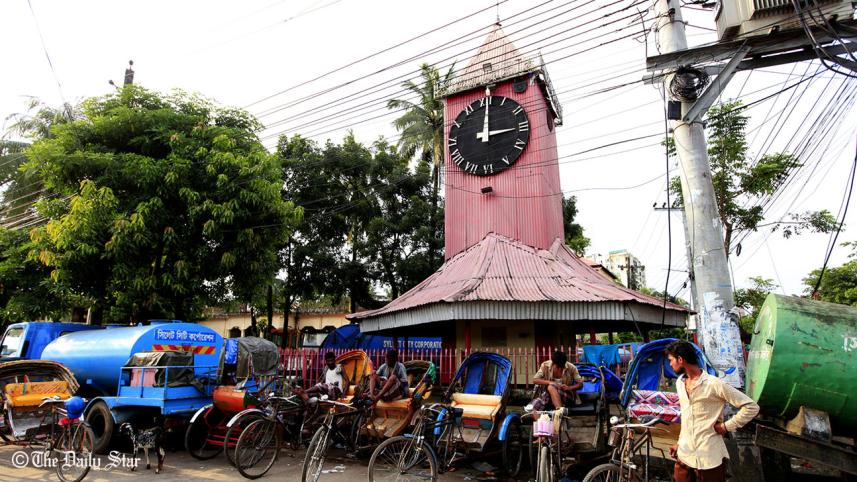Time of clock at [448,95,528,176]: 3:00
